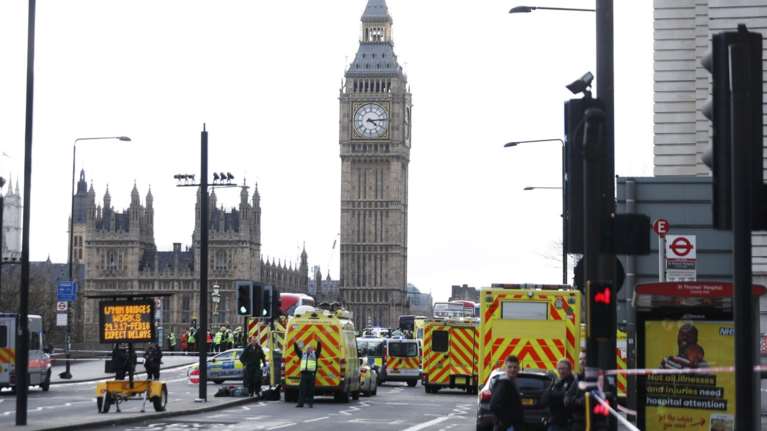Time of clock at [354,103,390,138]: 4:13
